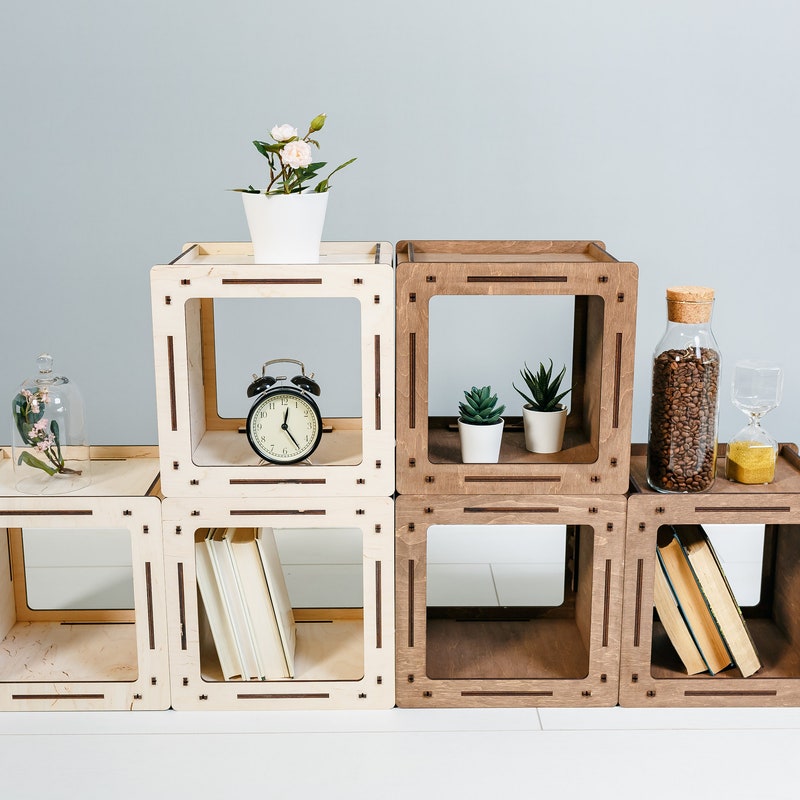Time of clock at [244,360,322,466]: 12:24
